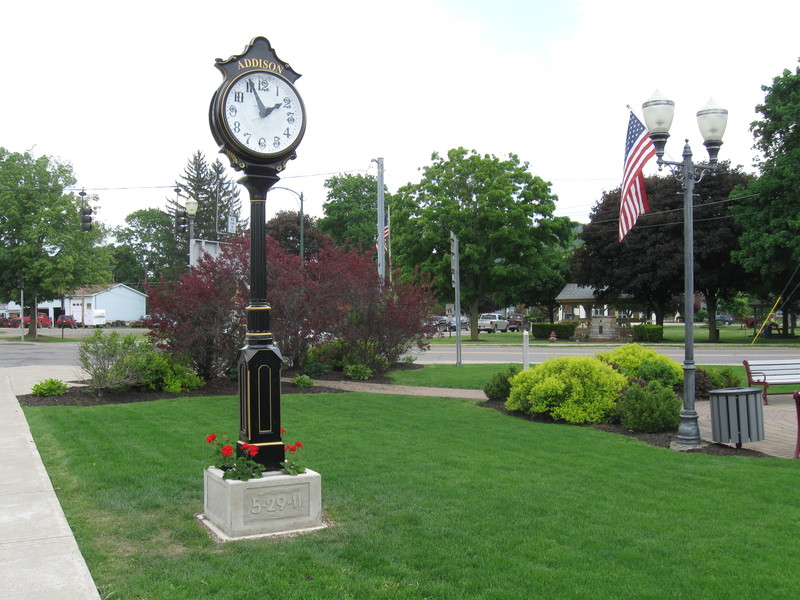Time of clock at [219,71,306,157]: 1:56
